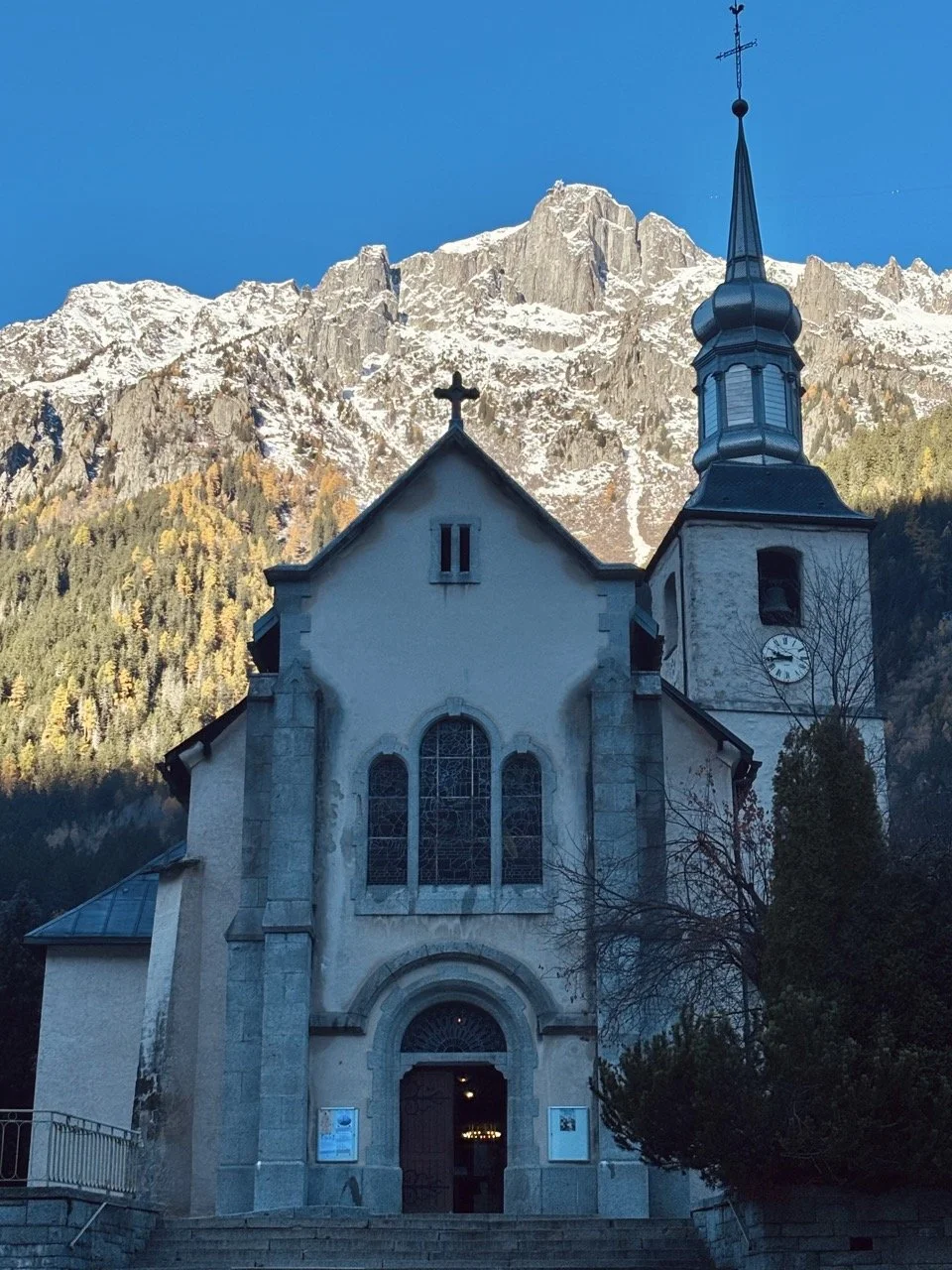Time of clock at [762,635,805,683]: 9:43
